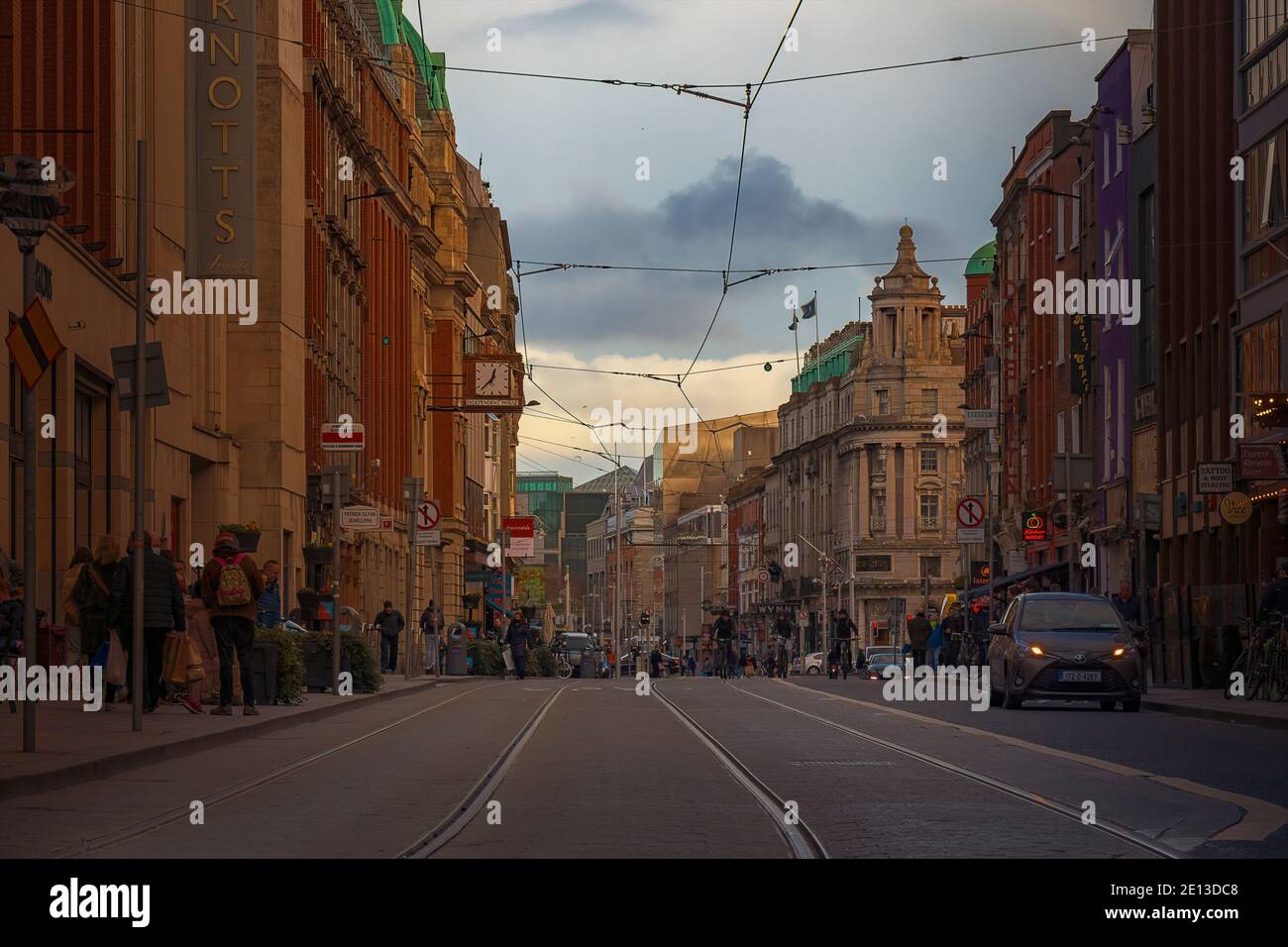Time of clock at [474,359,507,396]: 12:37
